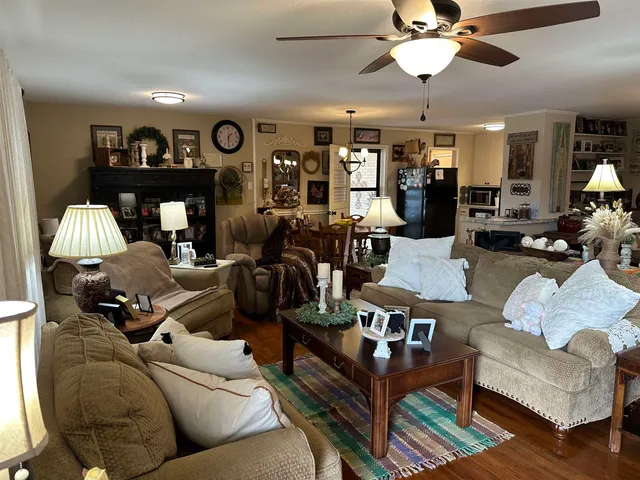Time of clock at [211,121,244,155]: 1:30
